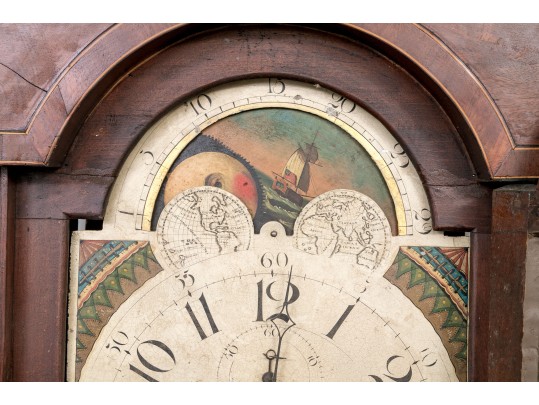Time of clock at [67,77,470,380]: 12:52
